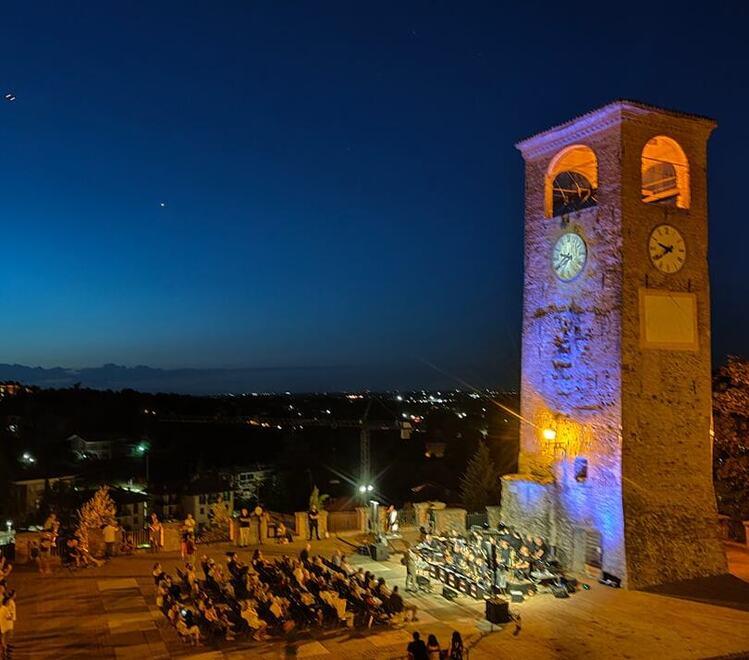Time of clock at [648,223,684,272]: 9:39
